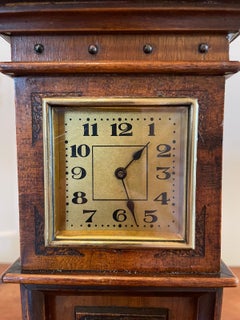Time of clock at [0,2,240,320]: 1:26
